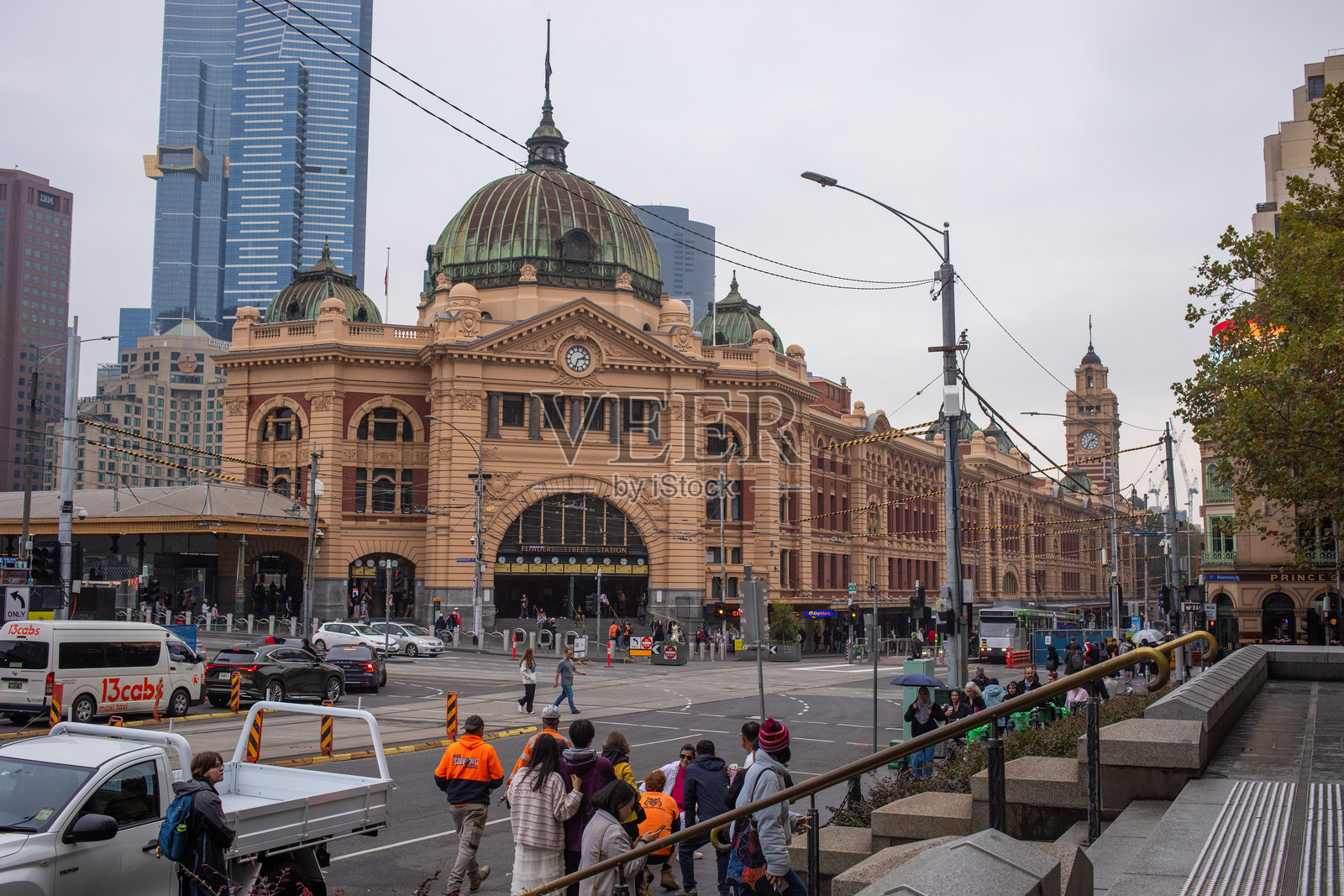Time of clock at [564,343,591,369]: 2:33
